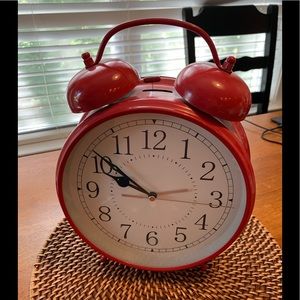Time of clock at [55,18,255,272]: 9:51
